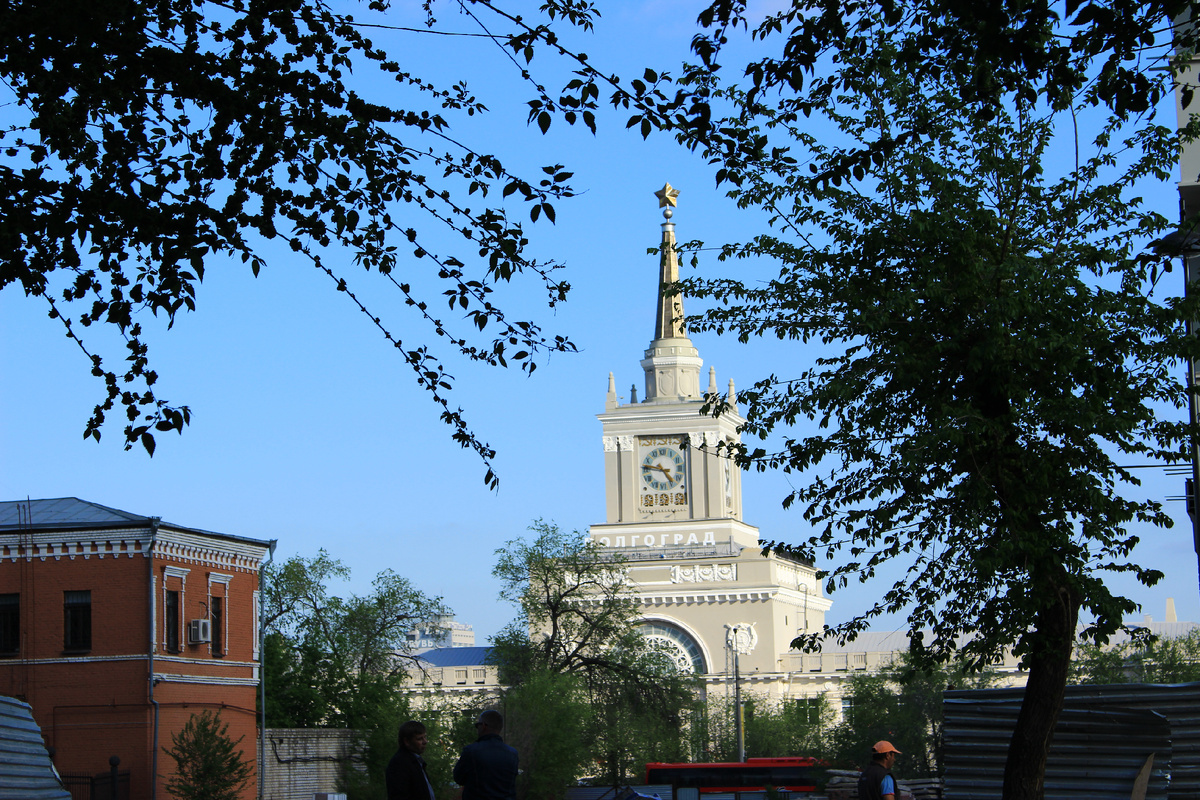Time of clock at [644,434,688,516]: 4:46
